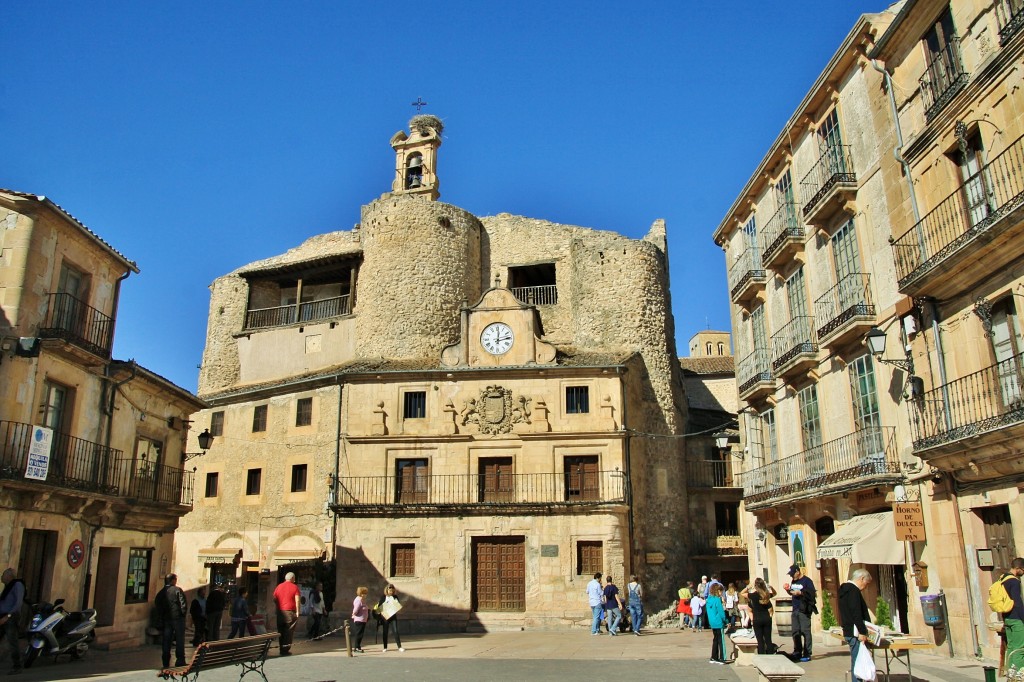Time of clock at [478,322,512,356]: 12:13
